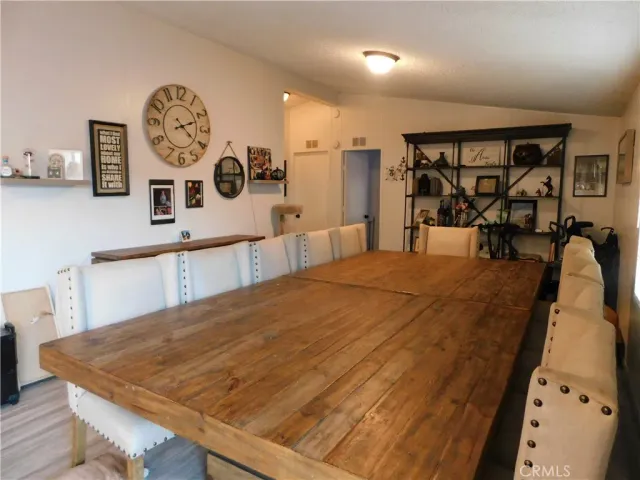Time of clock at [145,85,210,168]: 2:21
